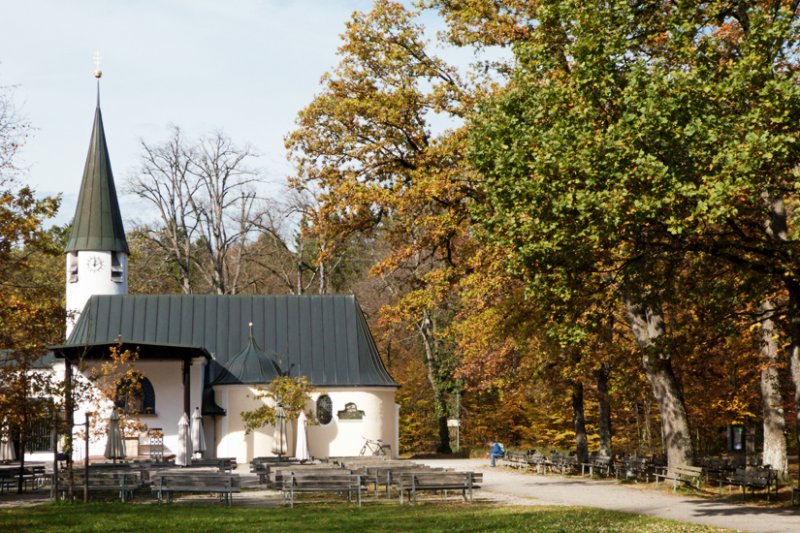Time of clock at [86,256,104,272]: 12:12
